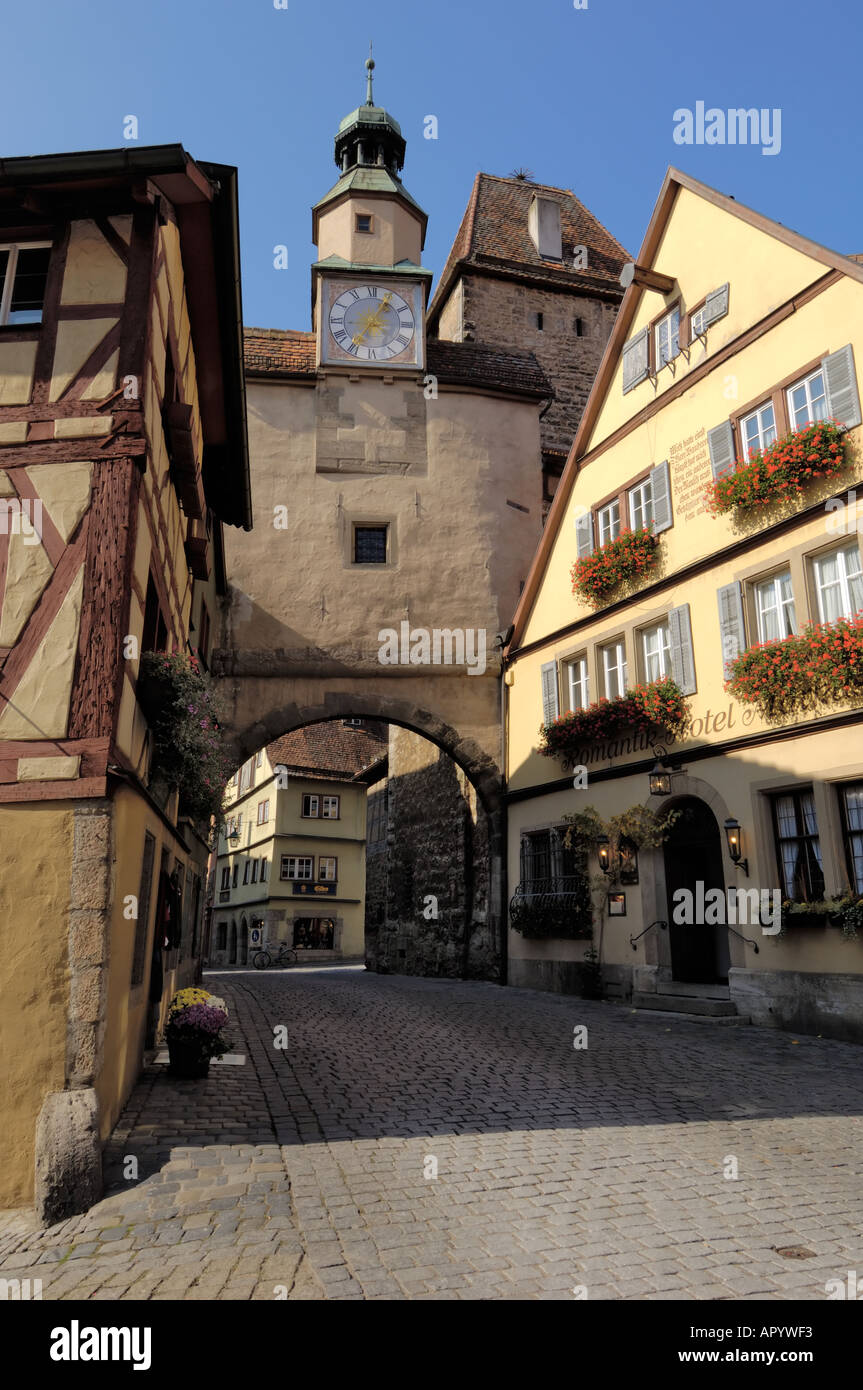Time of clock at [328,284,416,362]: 7:05
